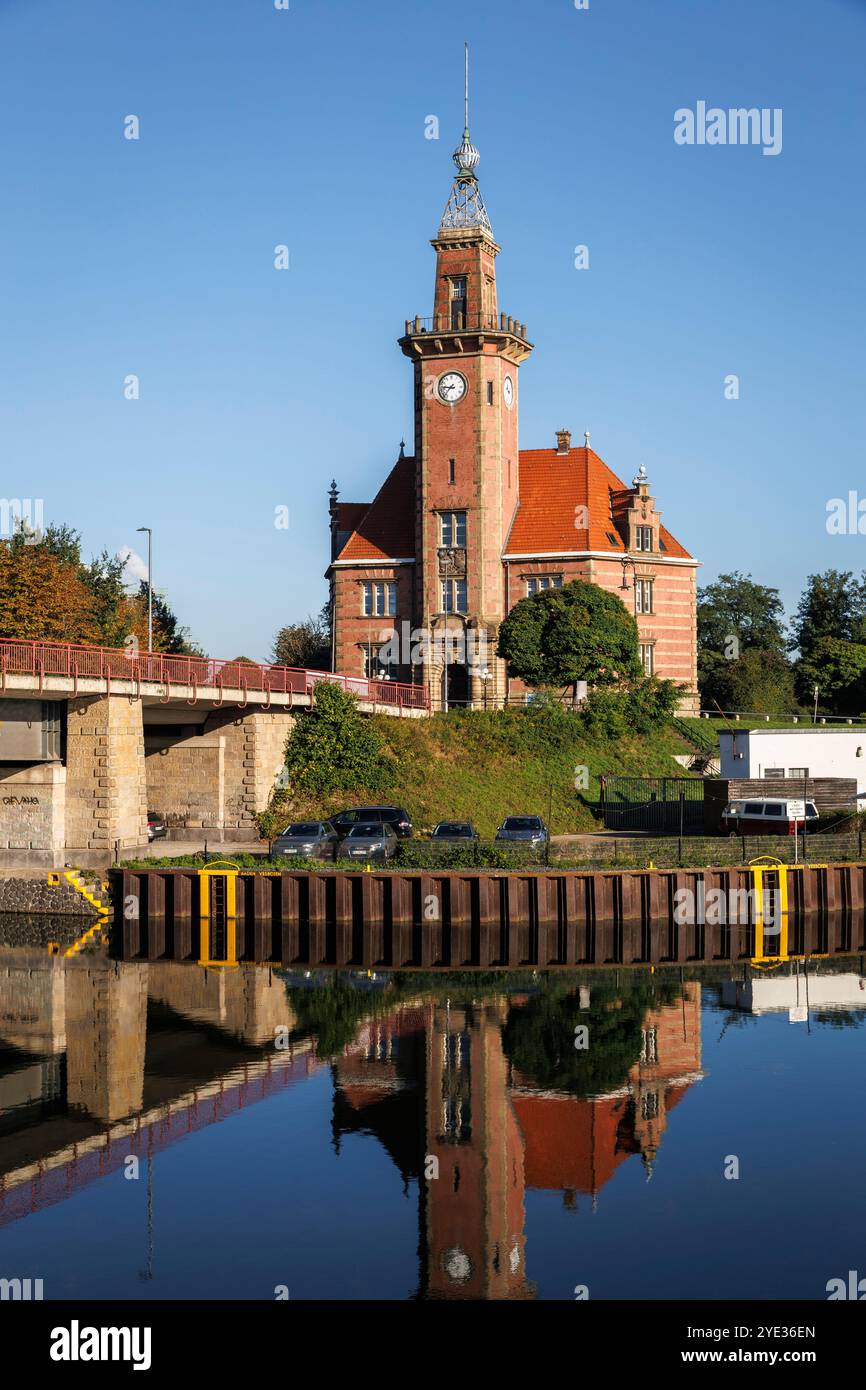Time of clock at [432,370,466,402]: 8:36
